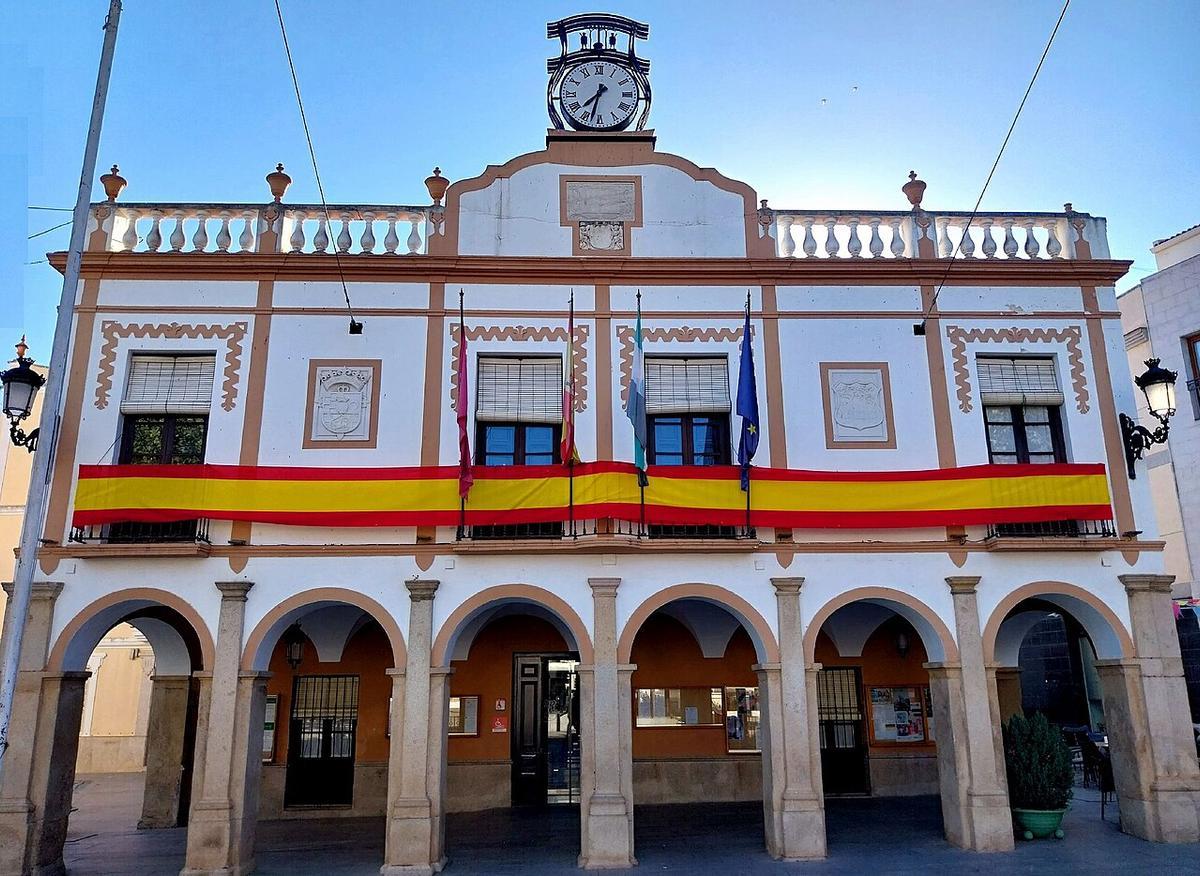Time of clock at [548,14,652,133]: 7:32
